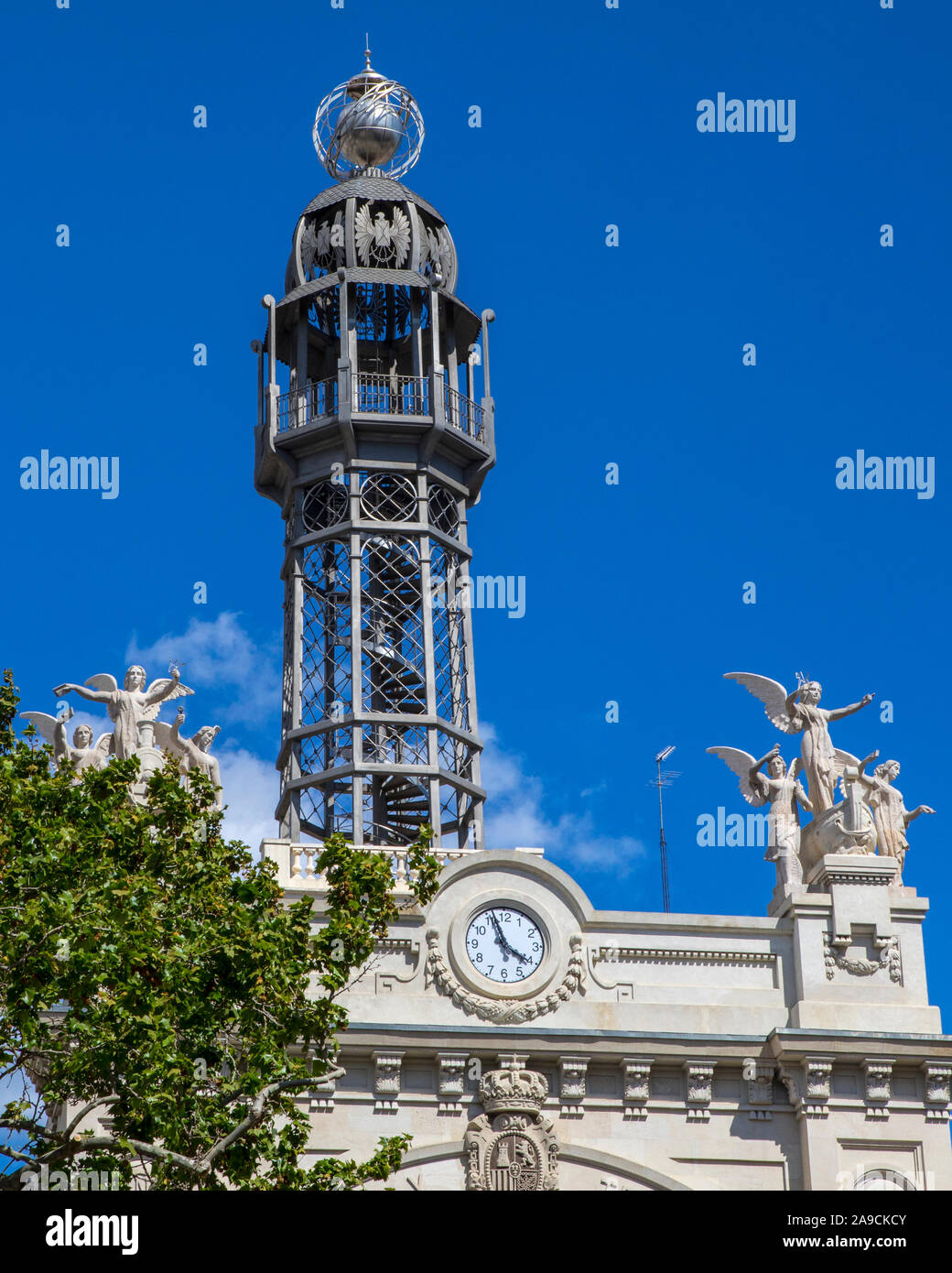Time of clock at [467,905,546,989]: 3:56
